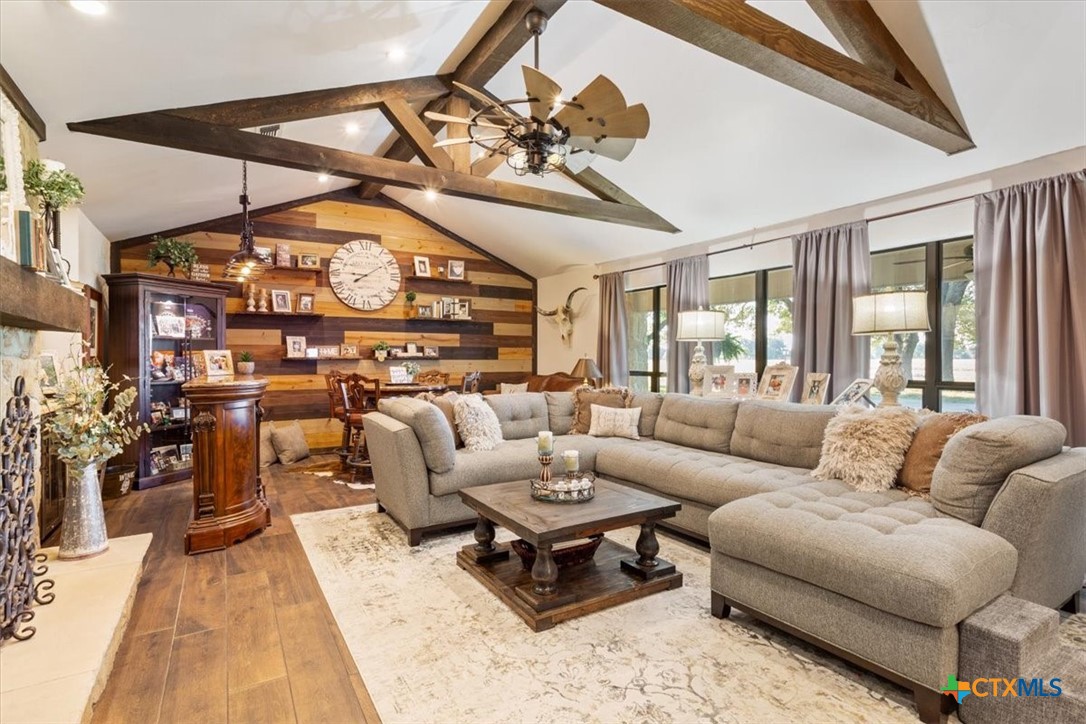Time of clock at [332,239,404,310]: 9:09
